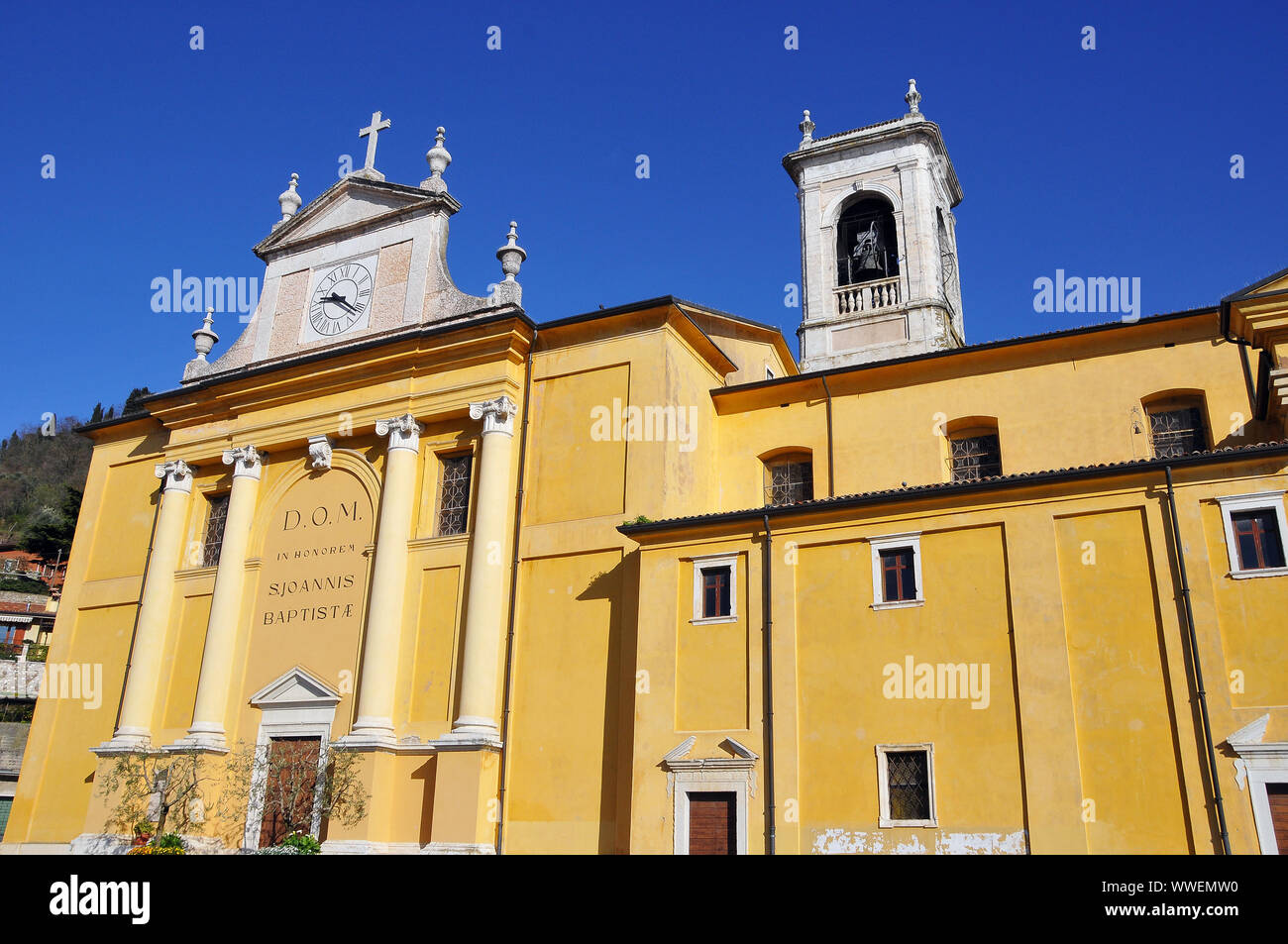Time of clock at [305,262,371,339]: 9:21
